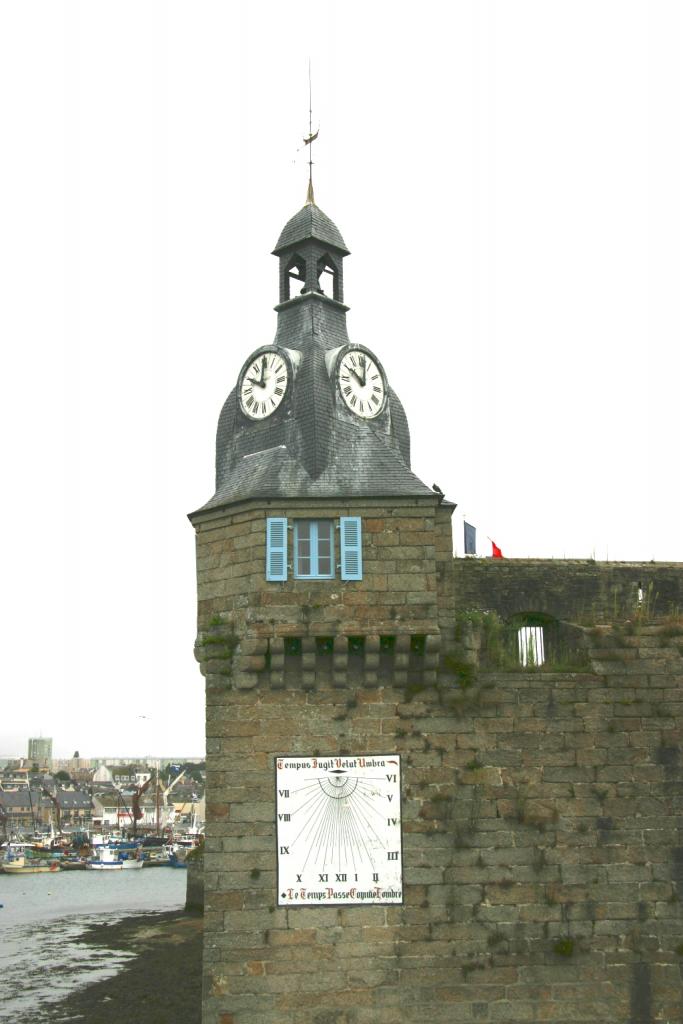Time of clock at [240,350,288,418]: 10:00
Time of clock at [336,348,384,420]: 10:01
